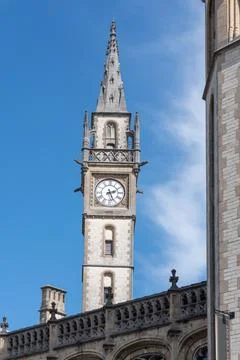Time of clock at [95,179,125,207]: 2:26
